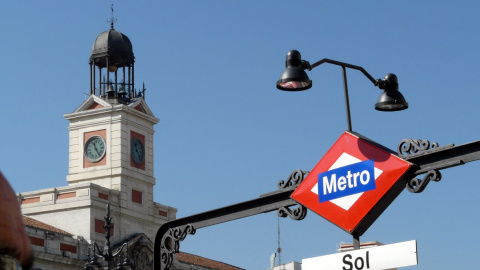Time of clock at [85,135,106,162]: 11:24
